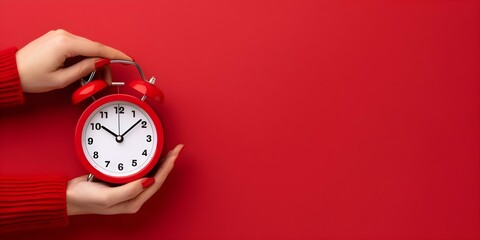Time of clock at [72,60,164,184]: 10:08
